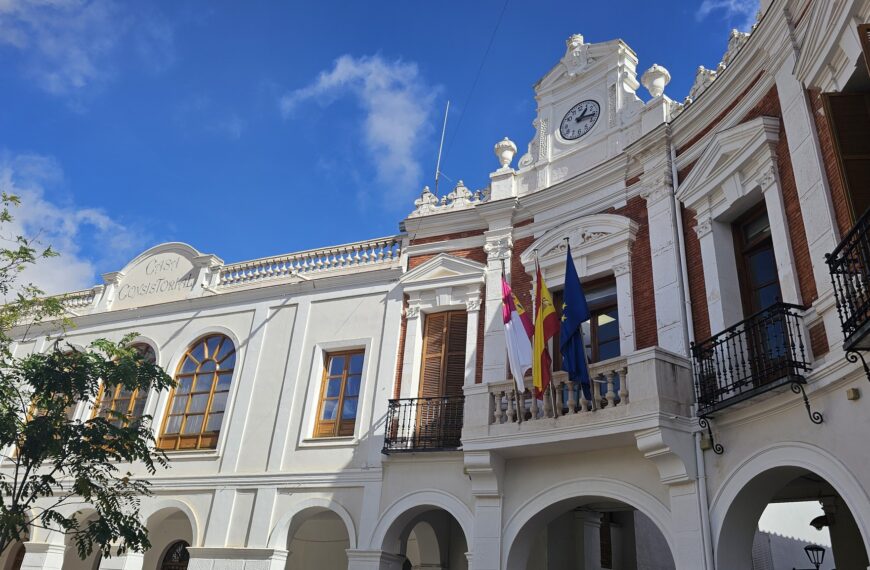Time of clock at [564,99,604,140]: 1:16
